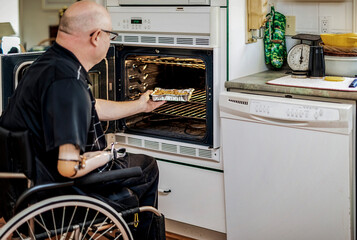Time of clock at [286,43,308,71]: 5:59
